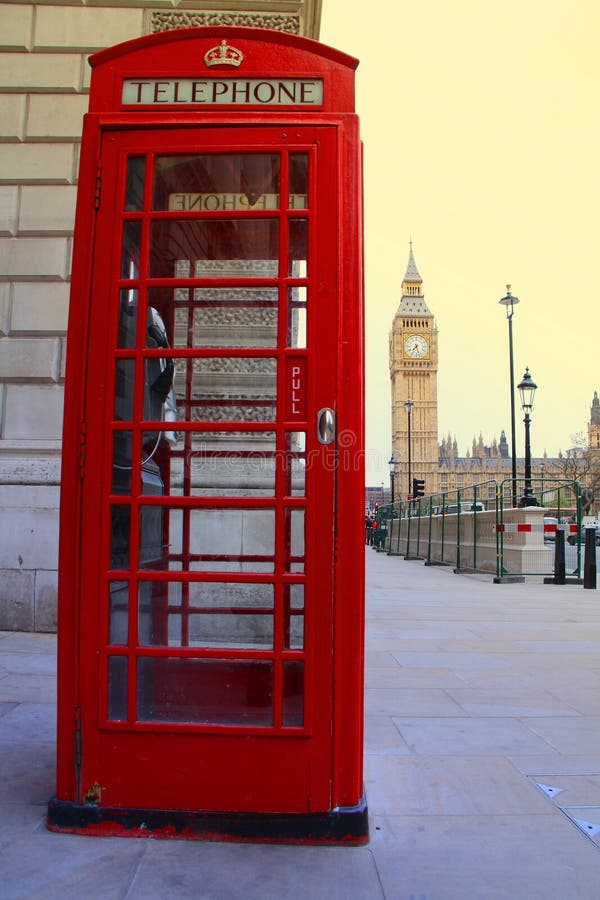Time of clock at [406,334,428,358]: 7:27
